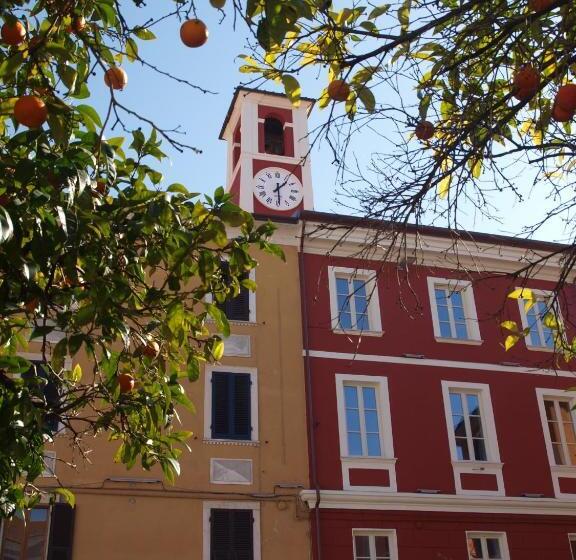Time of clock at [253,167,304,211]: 1:29
